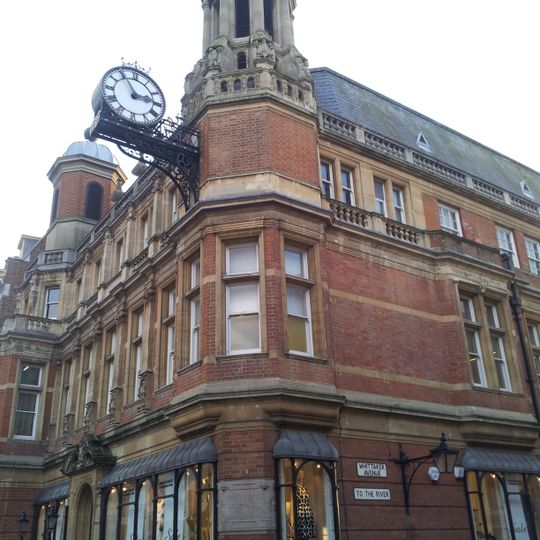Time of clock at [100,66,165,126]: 2:55
